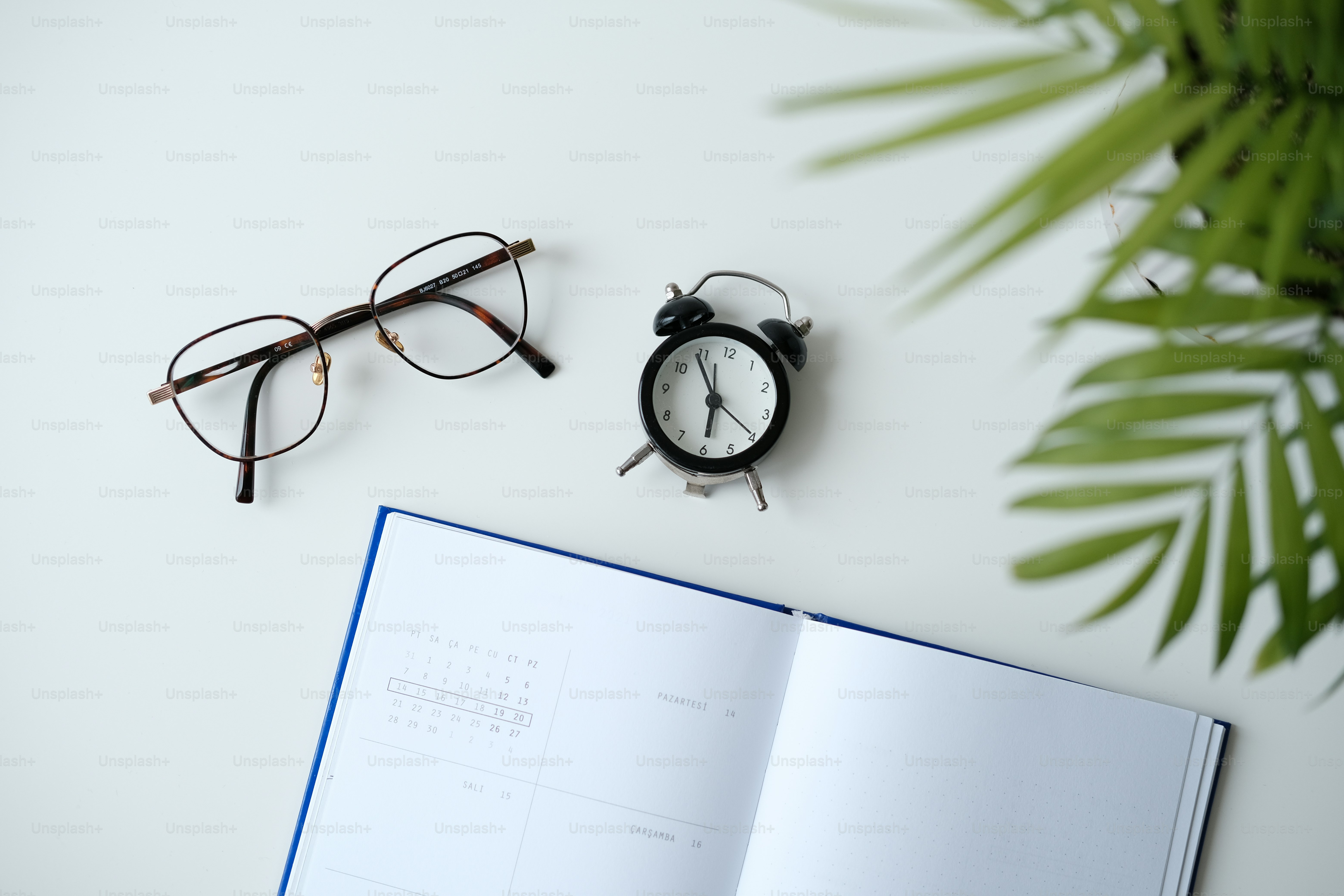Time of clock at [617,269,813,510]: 5:54
